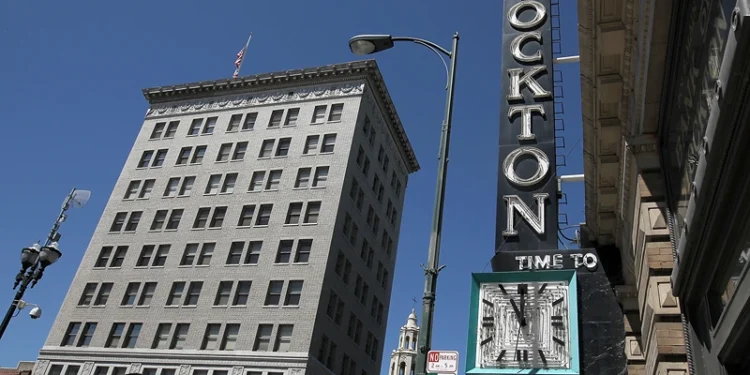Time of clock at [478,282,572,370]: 11:00
